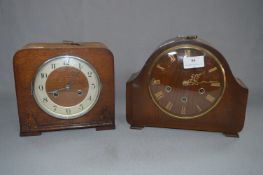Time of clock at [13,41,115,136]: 3:42
